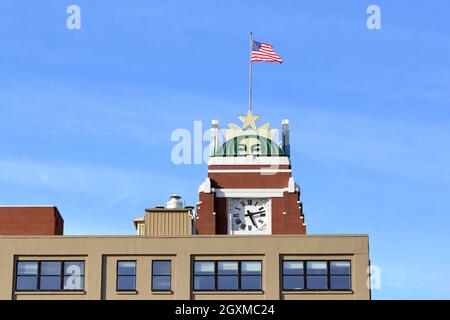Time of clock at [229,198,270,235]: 5:12
